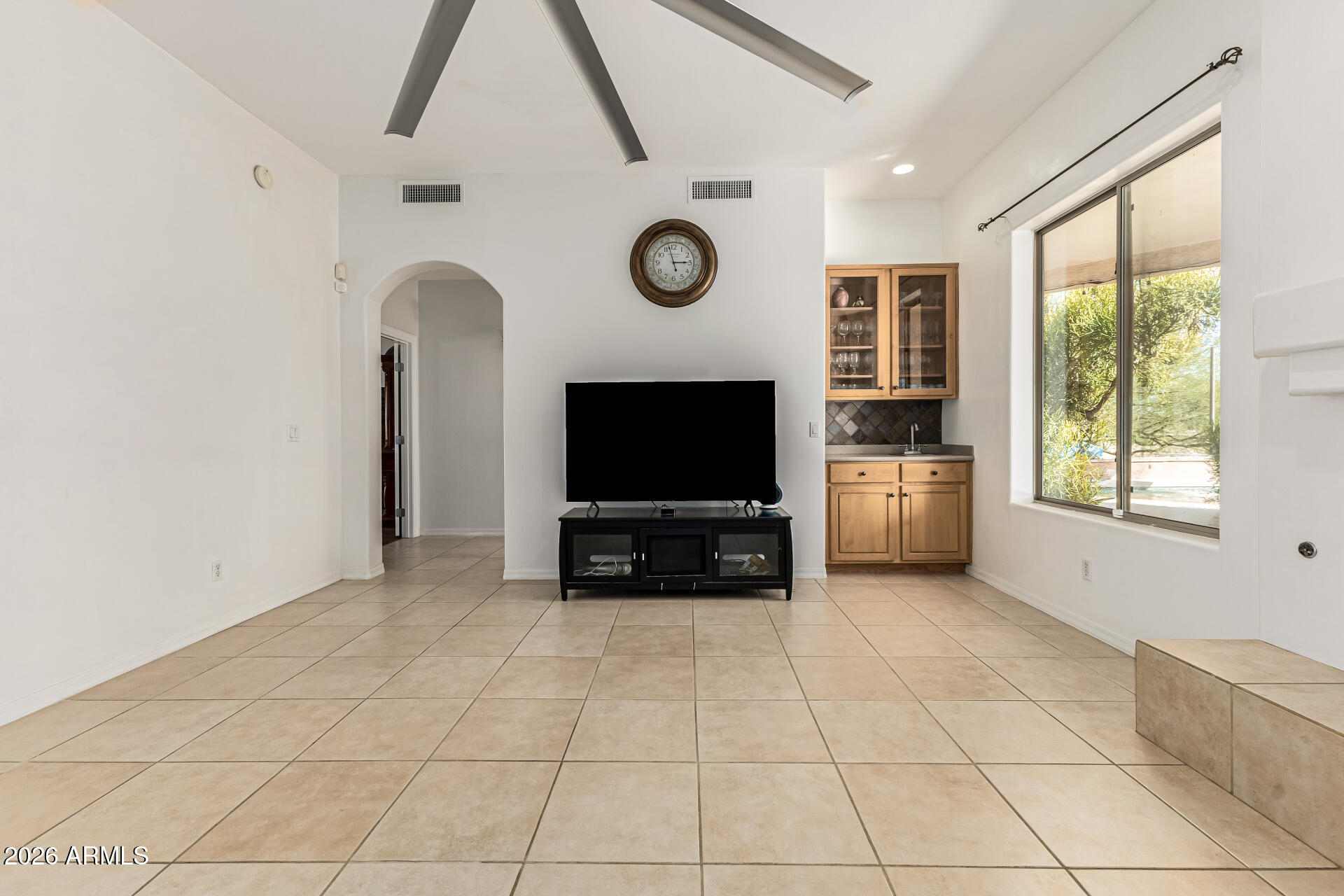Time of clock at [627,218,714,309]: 2:57
